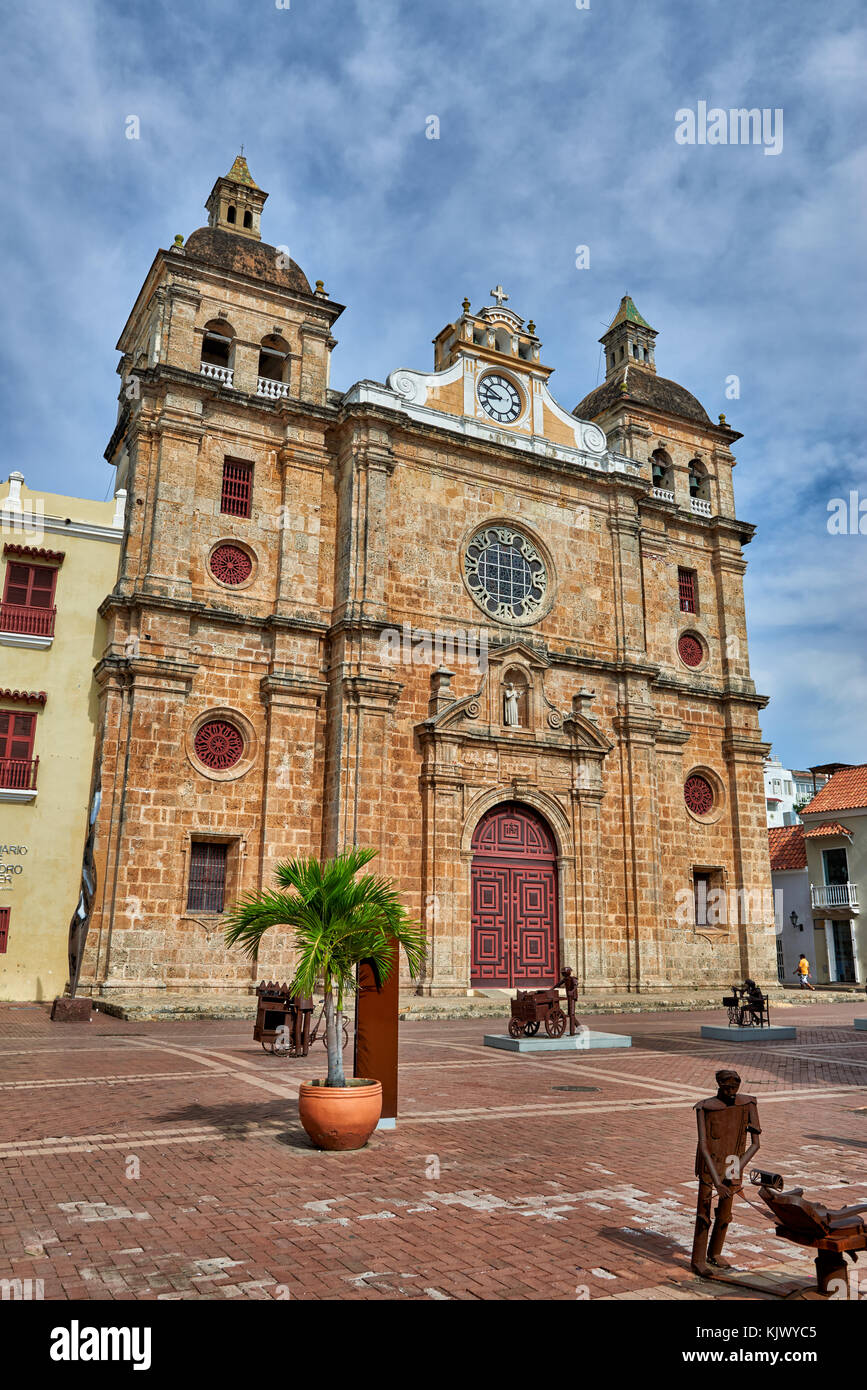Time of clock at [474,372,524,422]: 8:50
